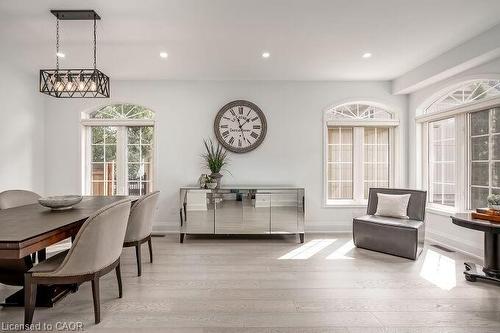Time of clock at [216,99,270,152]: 1:26
